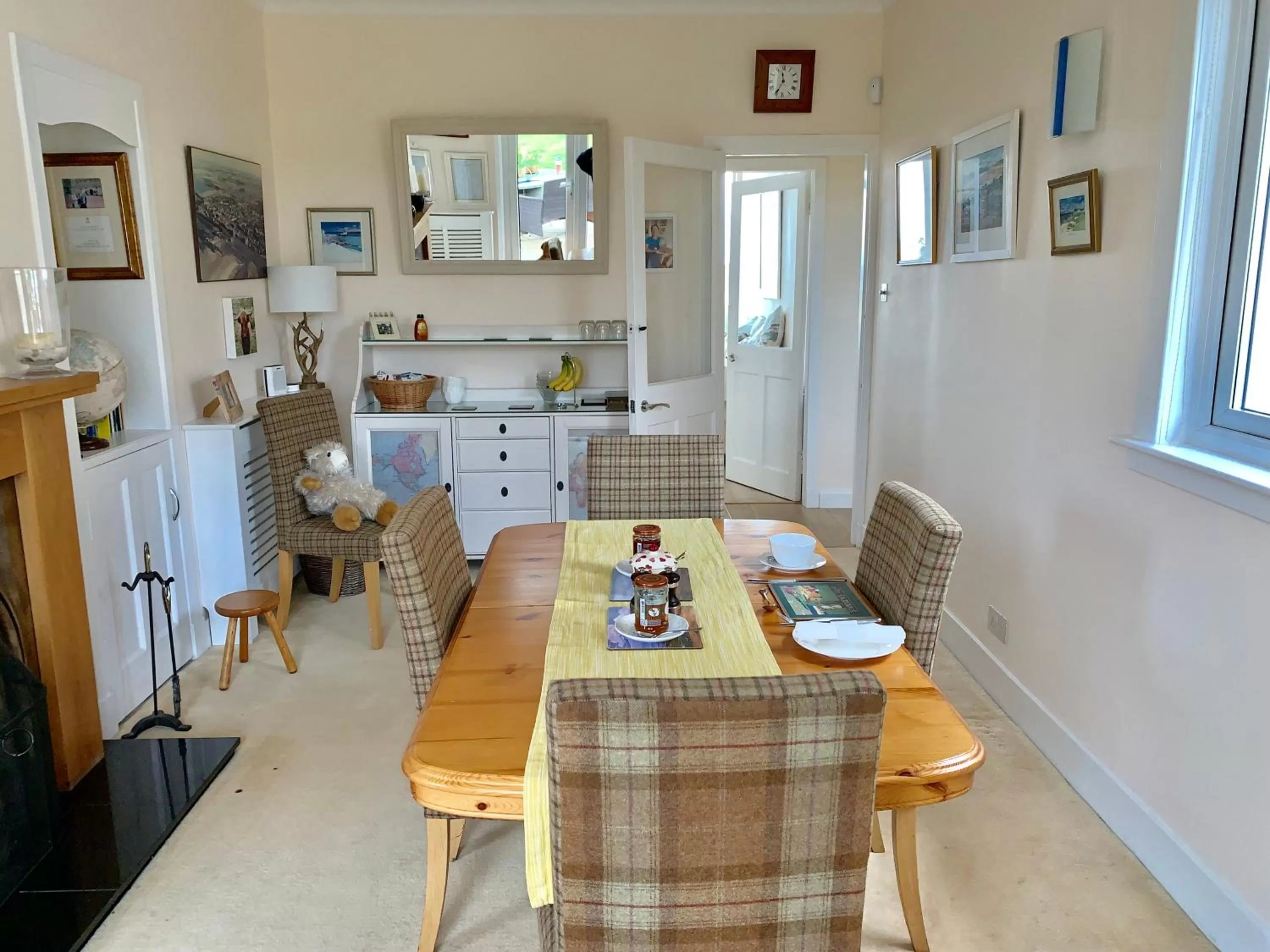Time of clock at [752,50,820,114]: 11:35
